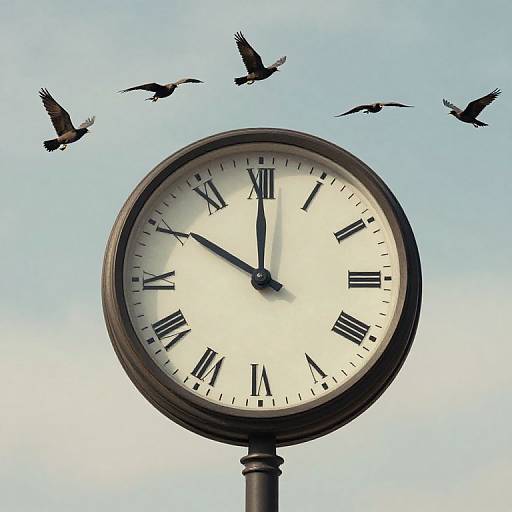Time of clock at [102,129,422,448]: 9:59
